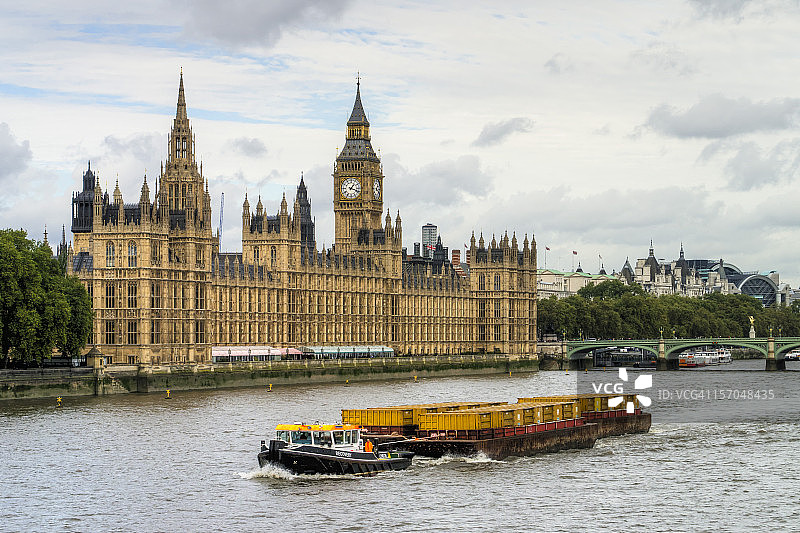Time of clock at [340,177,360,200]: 1:18
